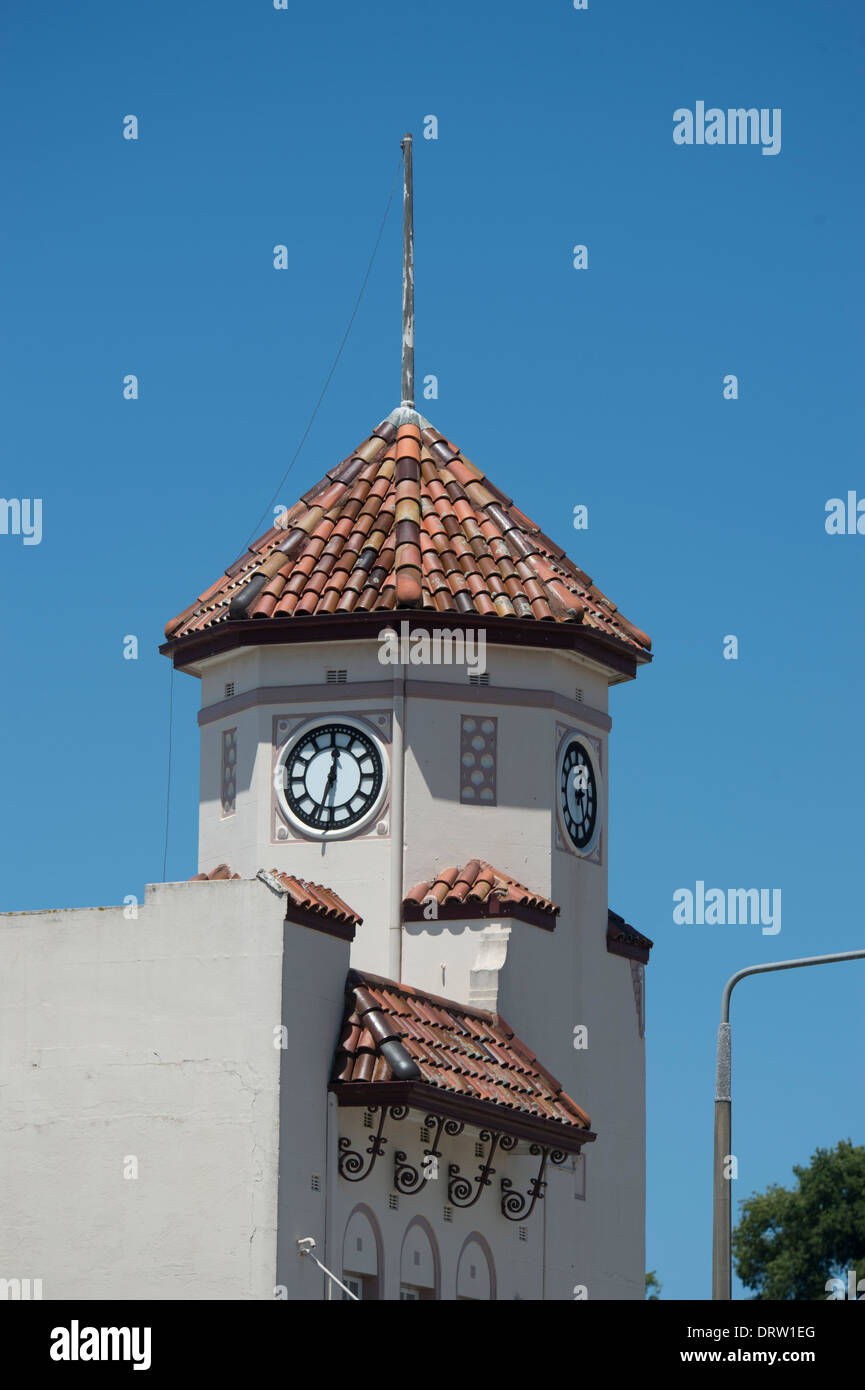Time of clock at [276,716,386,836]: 12:33
